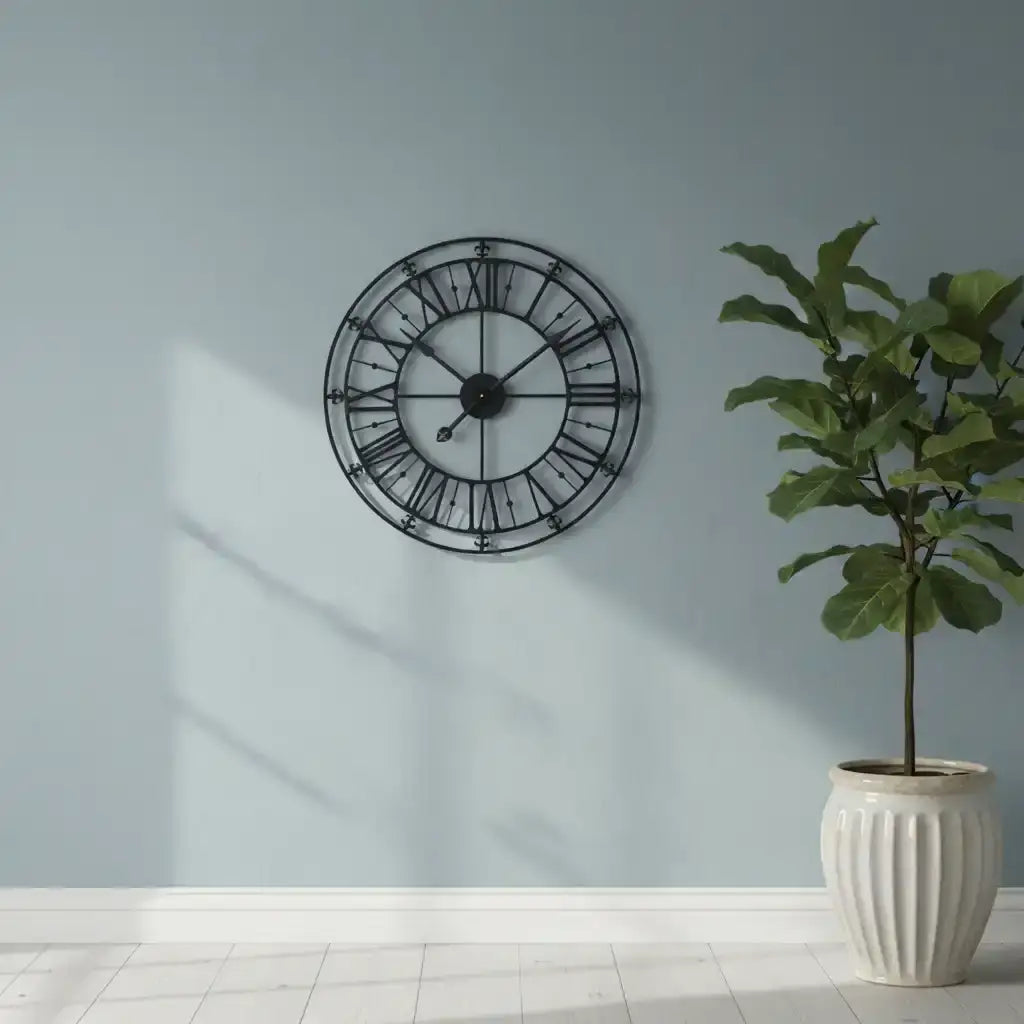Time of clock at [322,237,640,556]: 10:08
